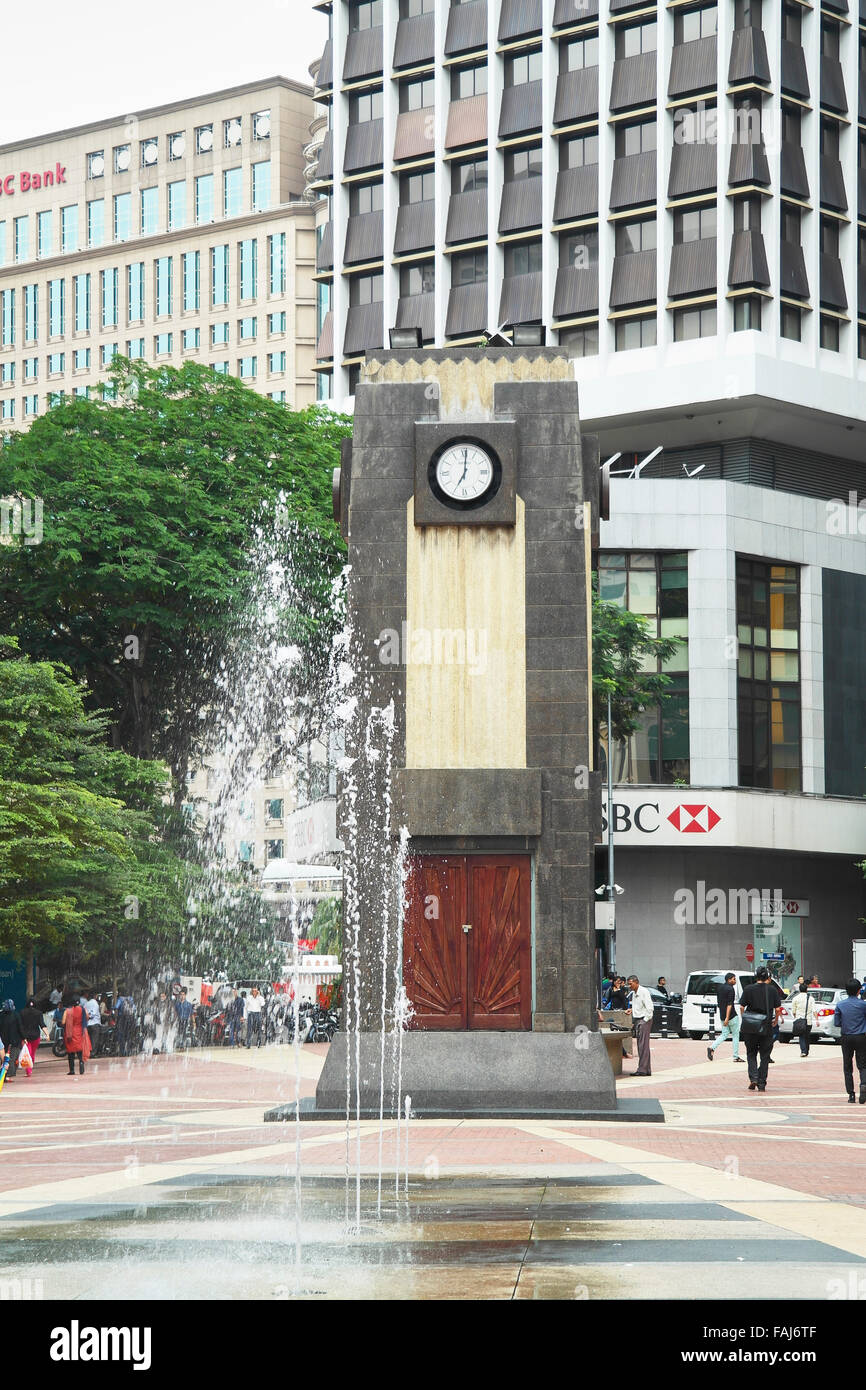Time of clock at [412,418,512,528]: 7:00
